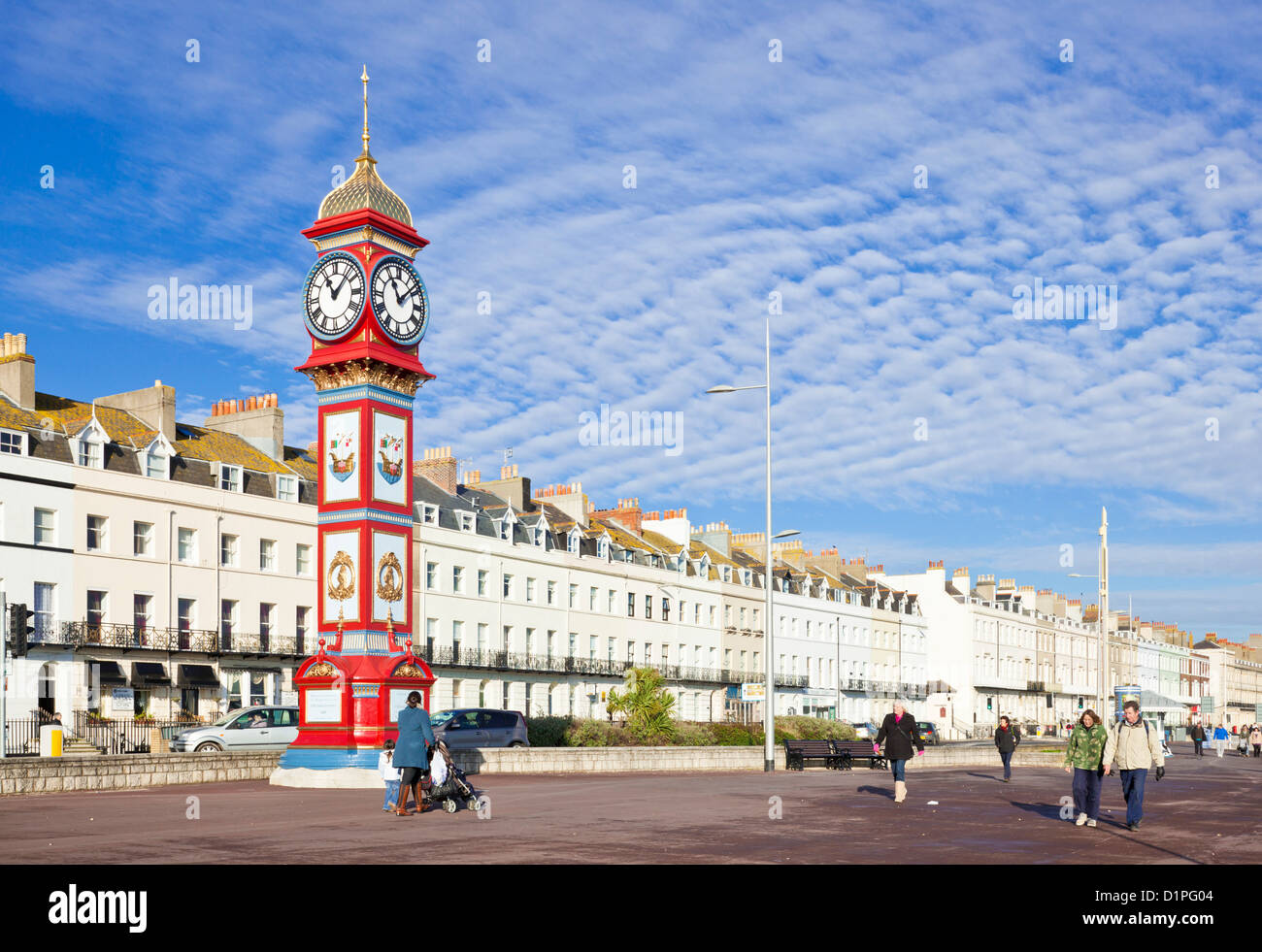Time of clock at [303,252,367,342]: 11:07
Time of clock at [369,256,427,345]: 11:07
